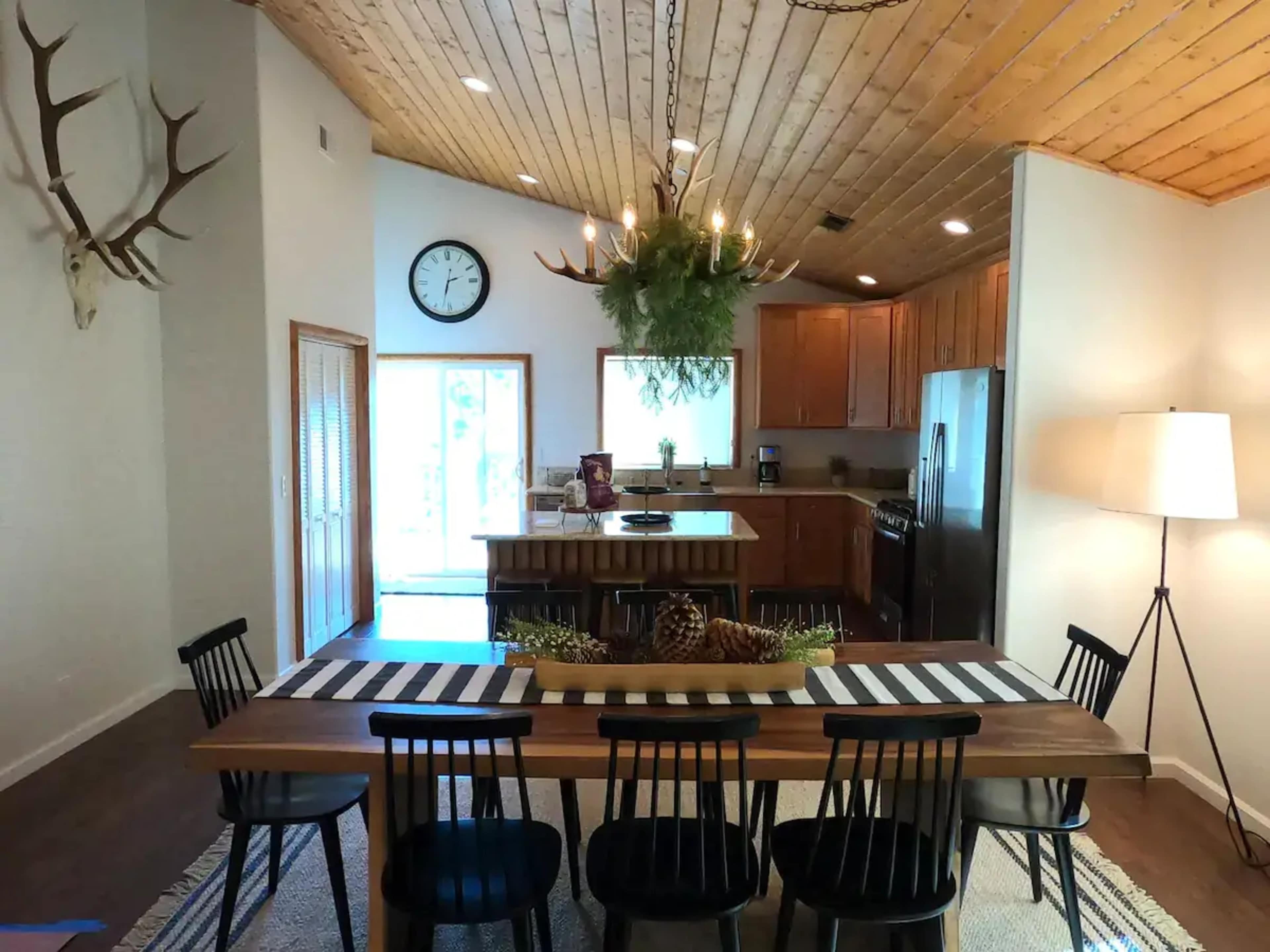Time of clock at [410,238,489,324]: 2:32
